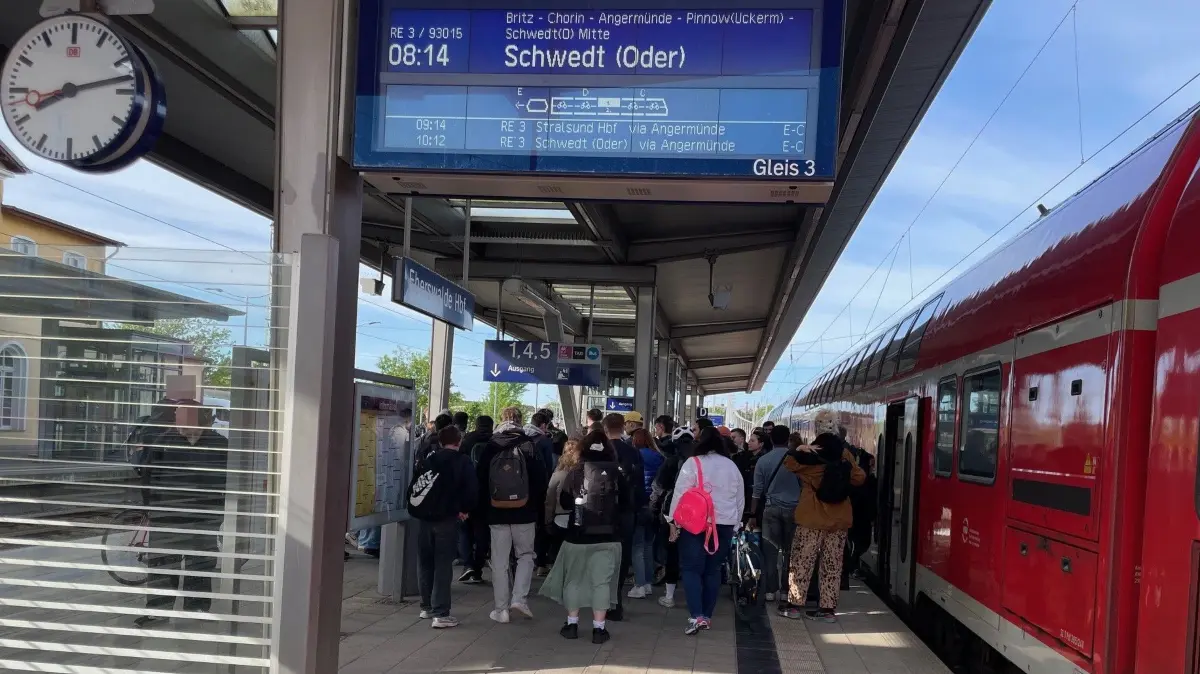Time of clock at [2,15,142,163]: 8:12
